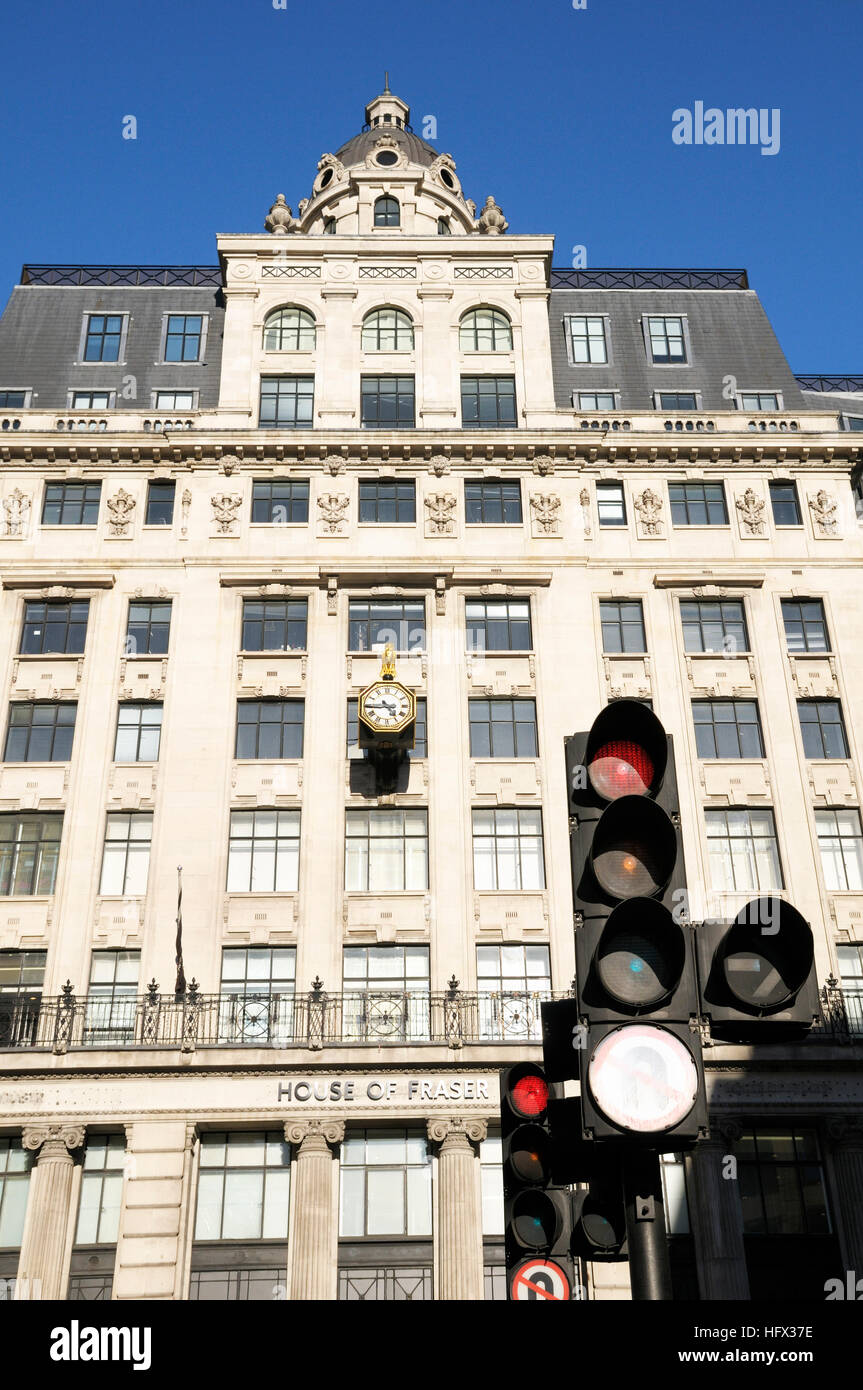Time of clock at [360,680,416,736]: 4:44
